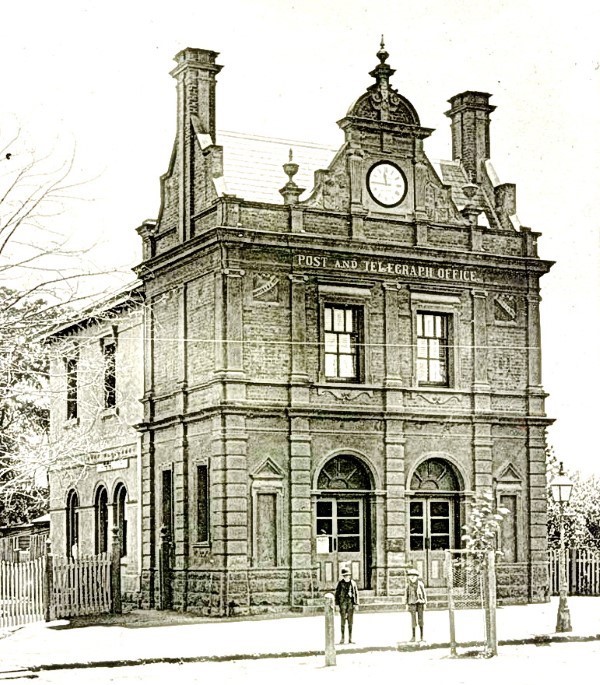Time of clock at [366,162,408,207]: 11:45
